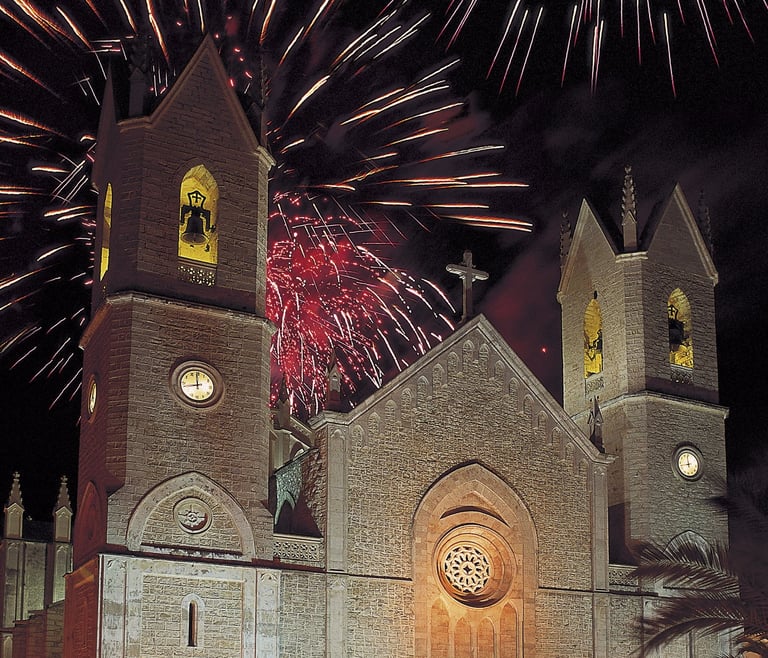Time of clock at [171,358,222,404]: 11:42
